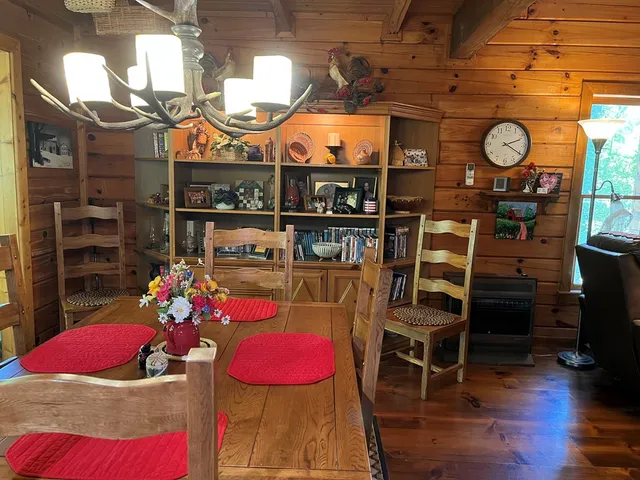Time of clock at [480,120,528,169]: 2:20
